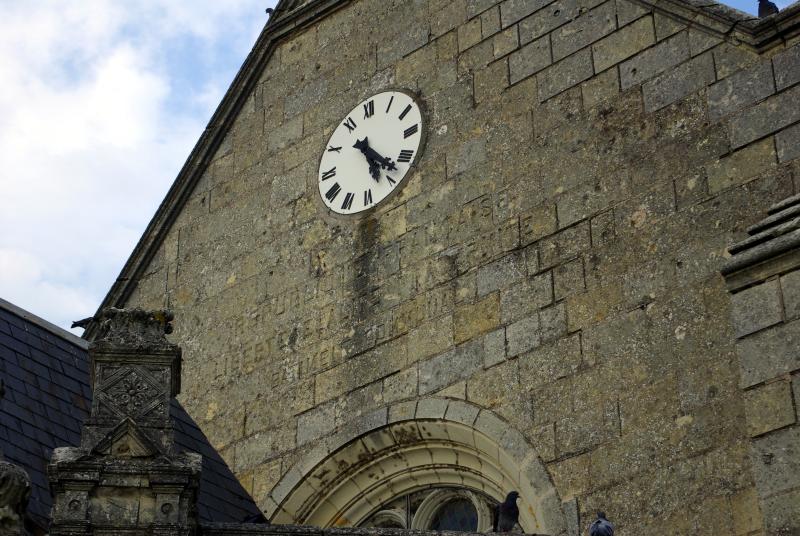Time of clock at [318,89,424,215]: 5:22
